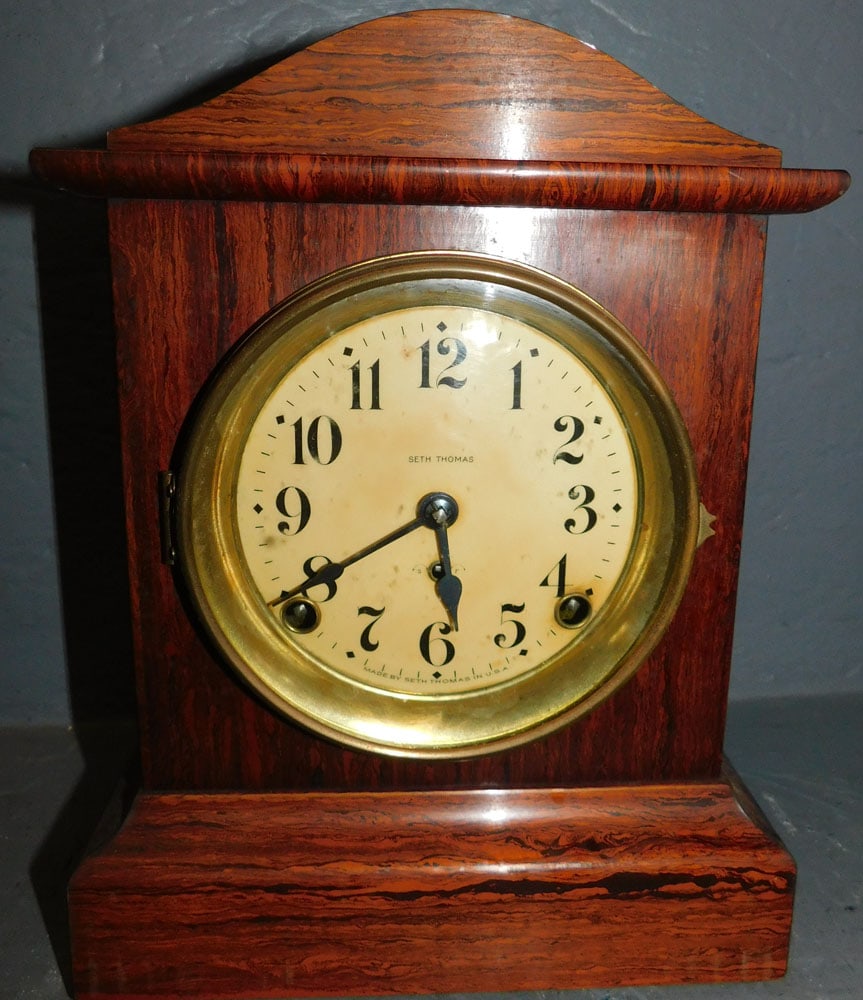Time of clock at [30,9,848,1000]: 5:40
